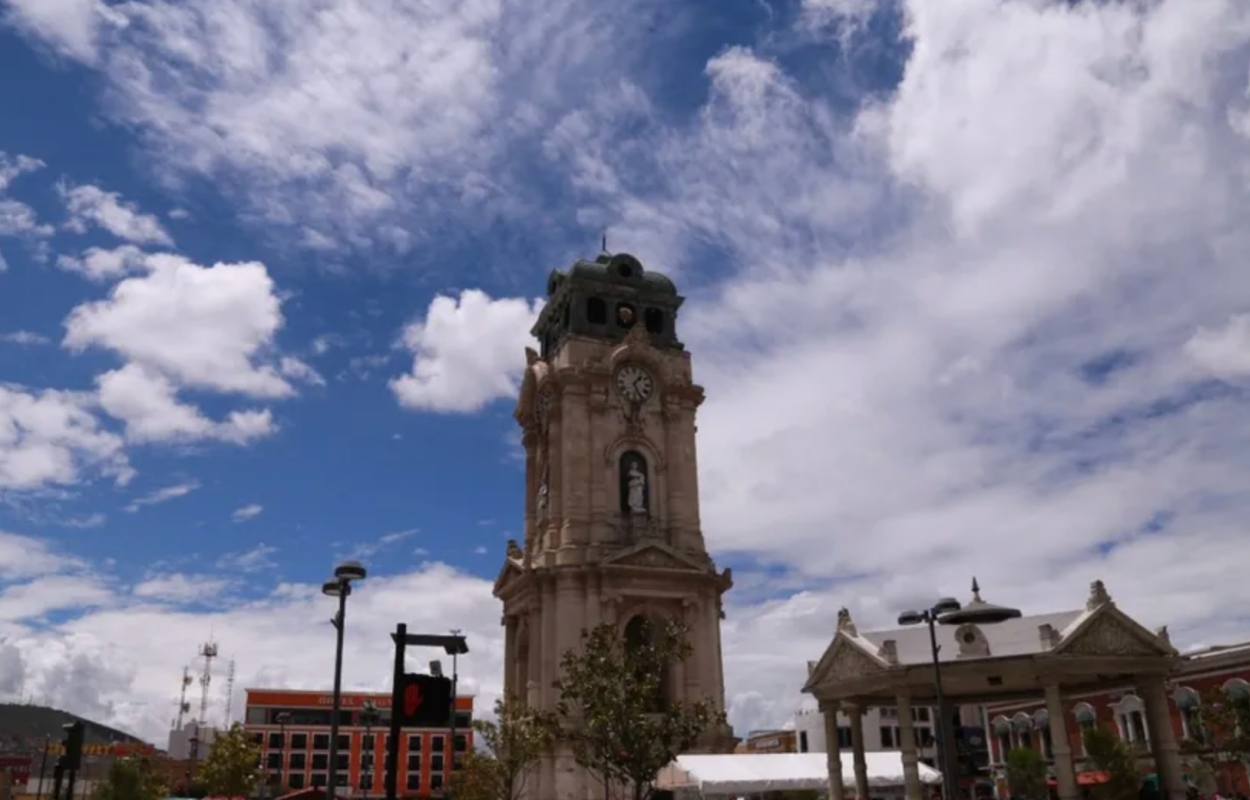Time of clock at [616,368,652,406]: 1:26
